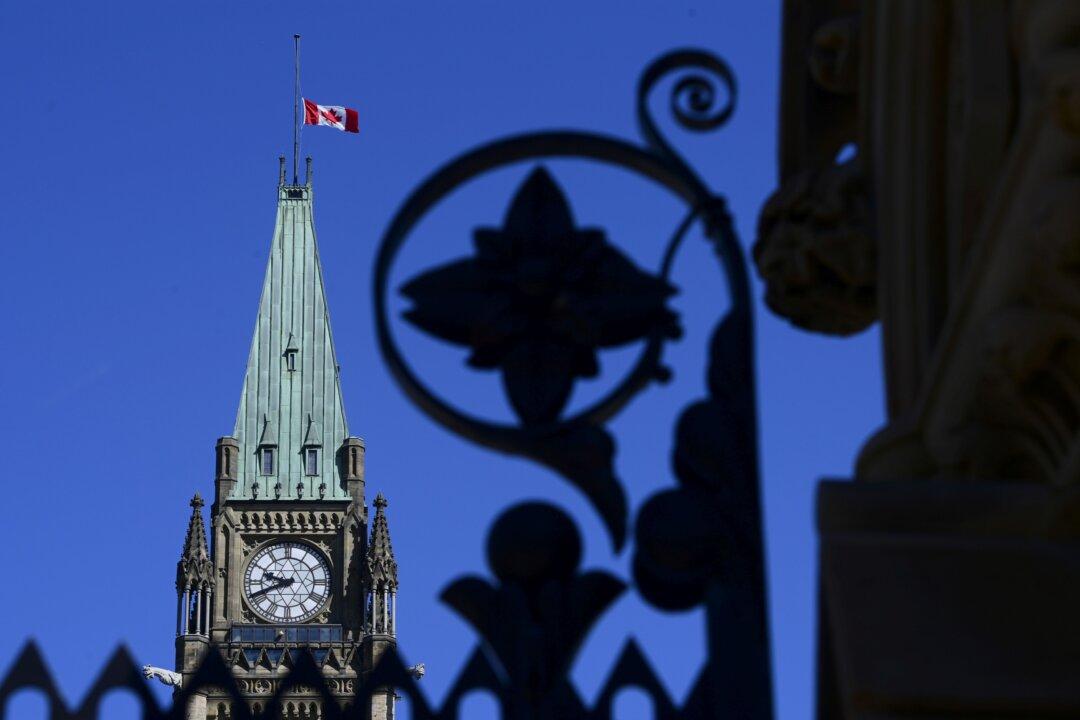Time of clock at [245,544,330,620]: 9:41
